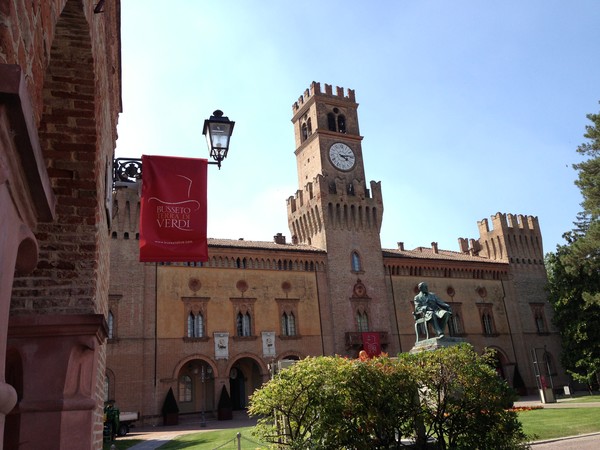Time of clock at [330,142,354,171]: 4:13
